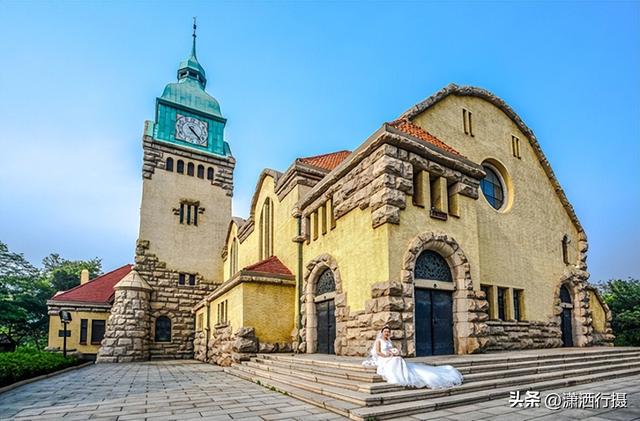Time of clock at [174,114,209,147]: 4:22
